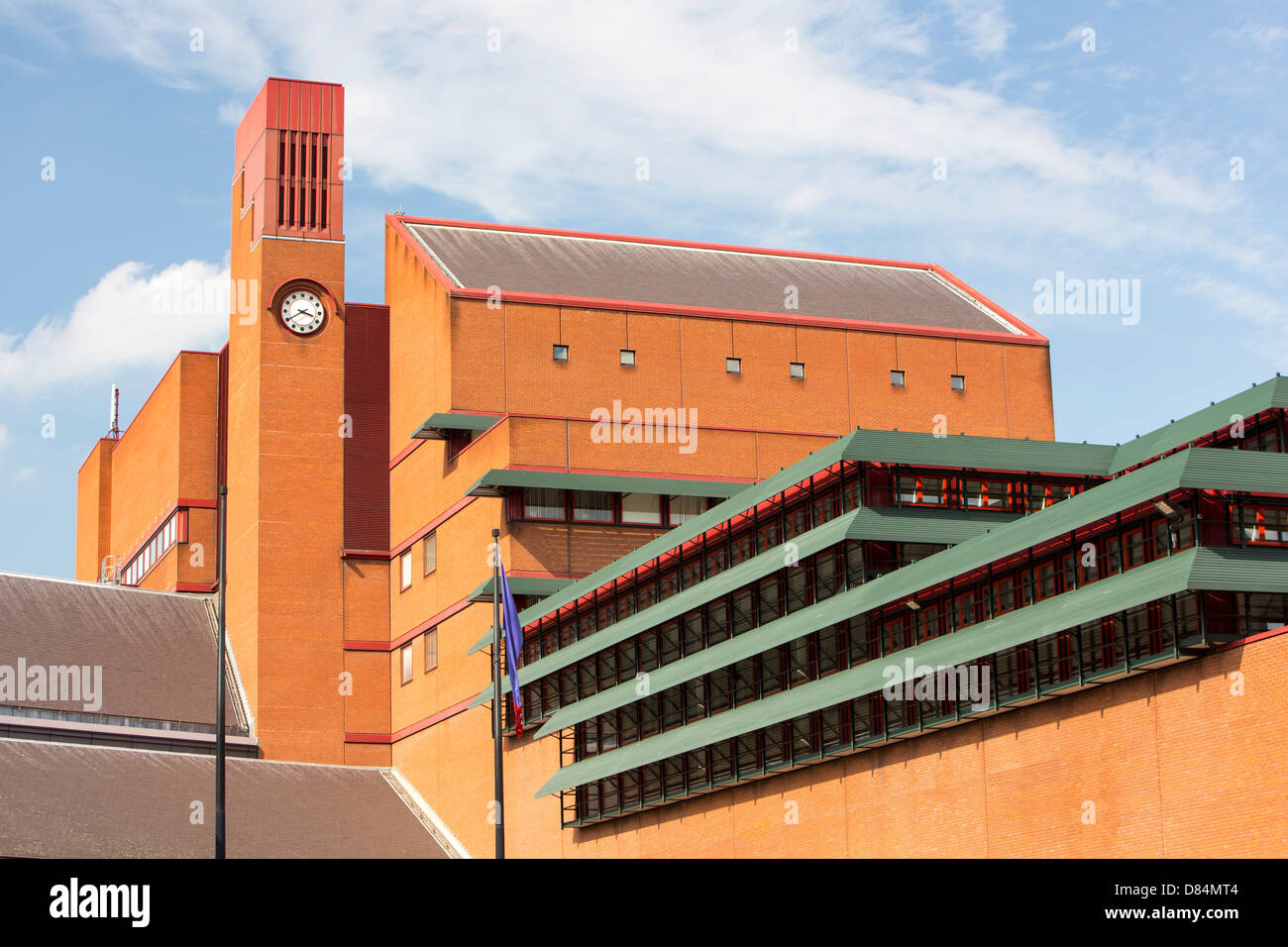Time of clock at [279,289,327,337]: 3:39
